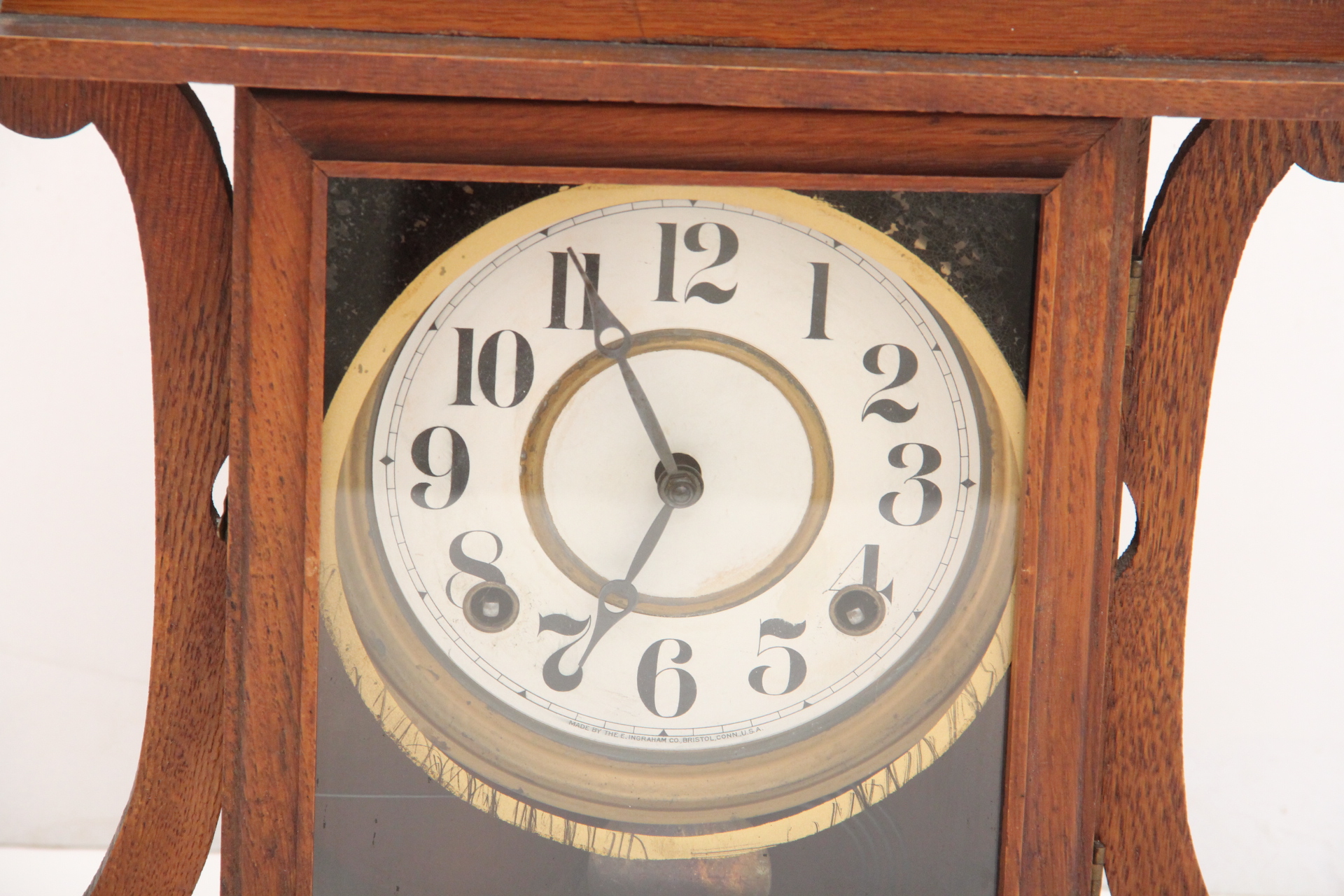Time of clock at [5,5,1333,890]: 6:55
